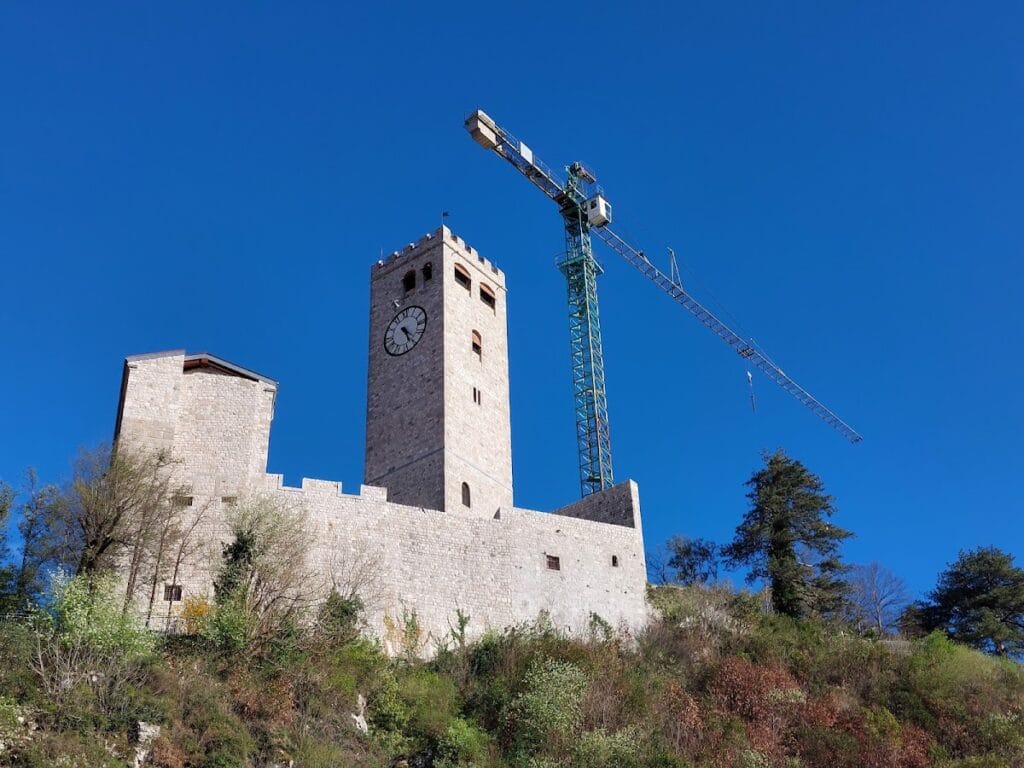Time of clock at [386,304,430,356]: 4:26
